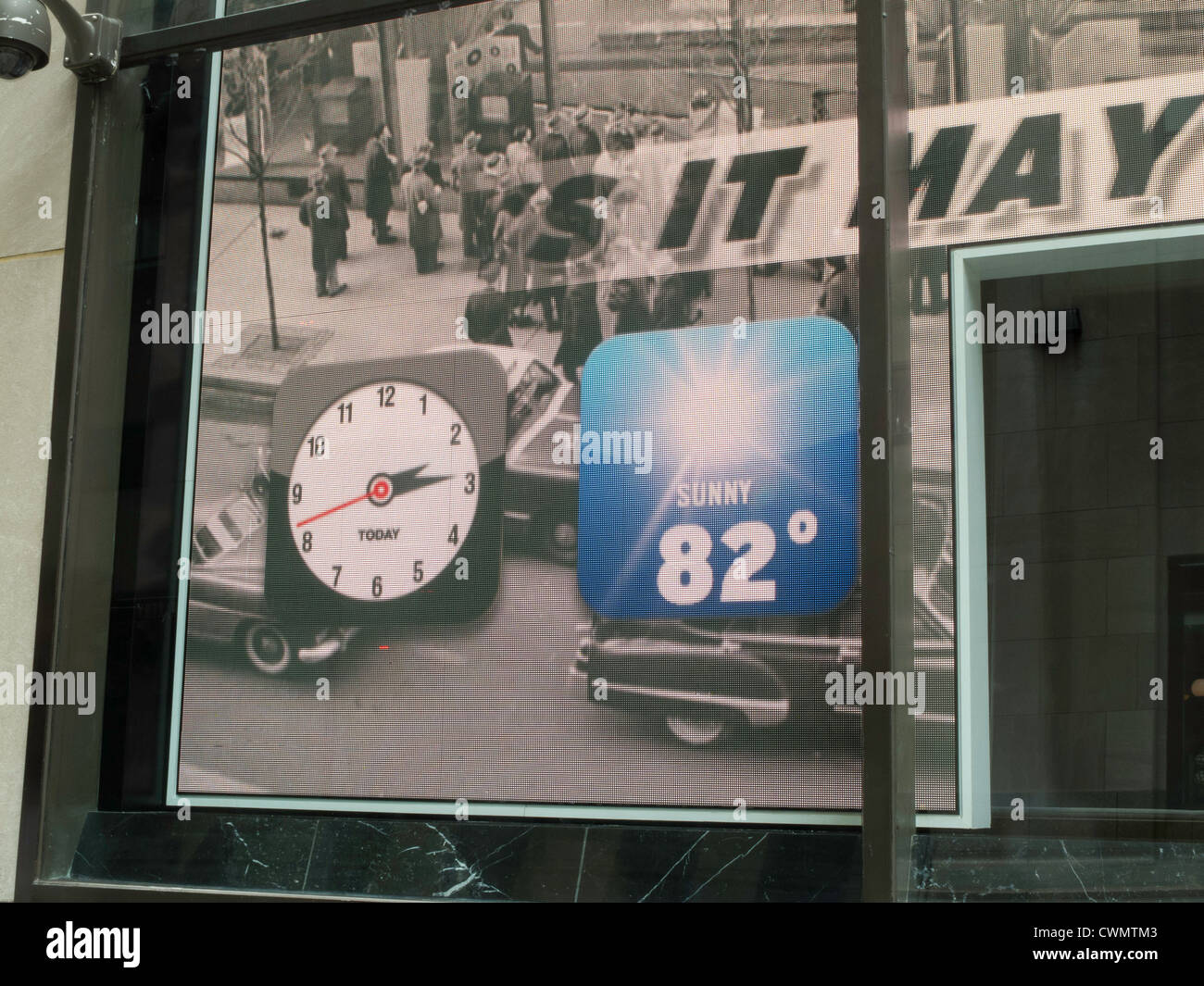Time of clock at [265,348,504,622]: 2:13
